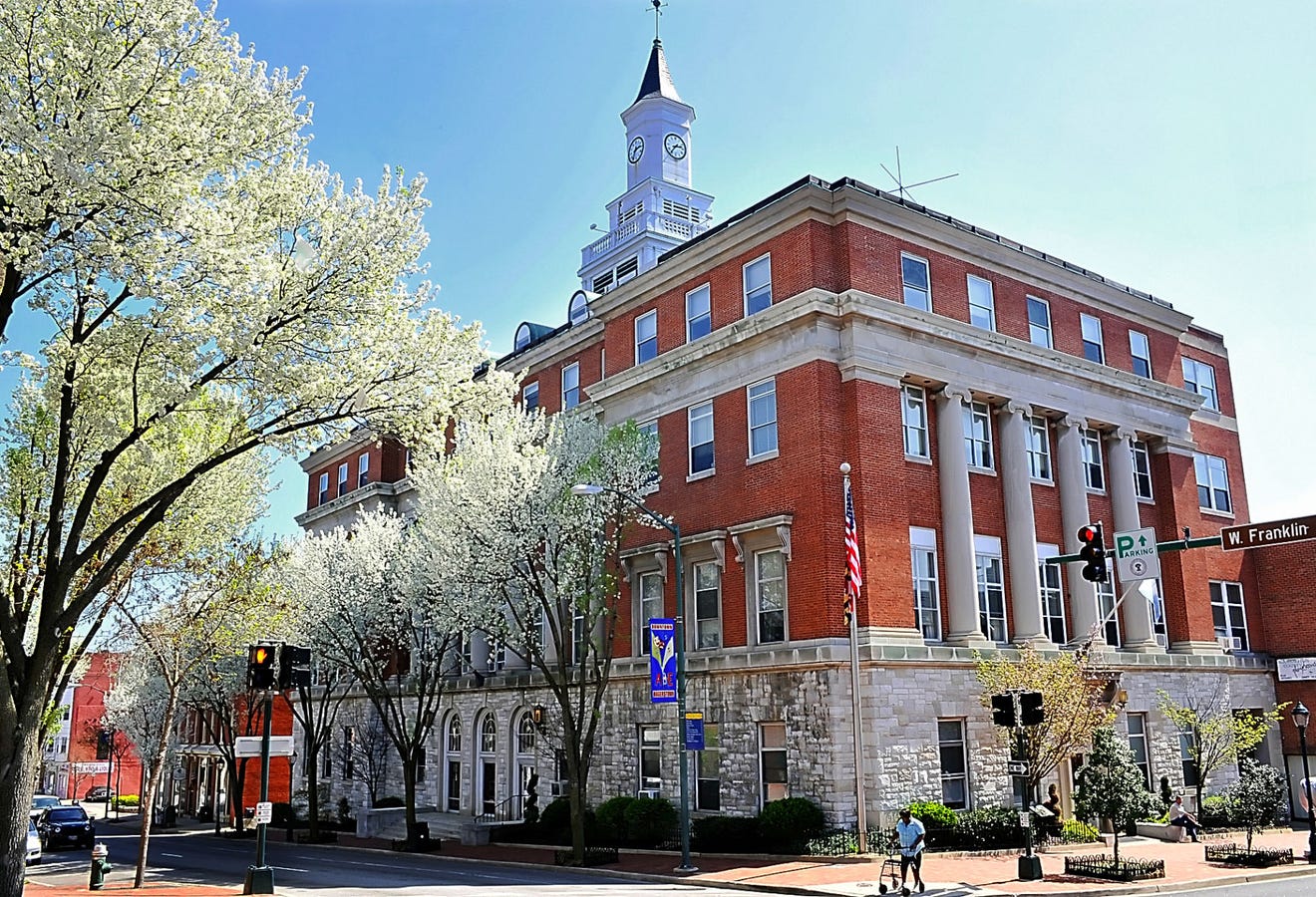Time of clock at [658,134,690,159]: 2:36
